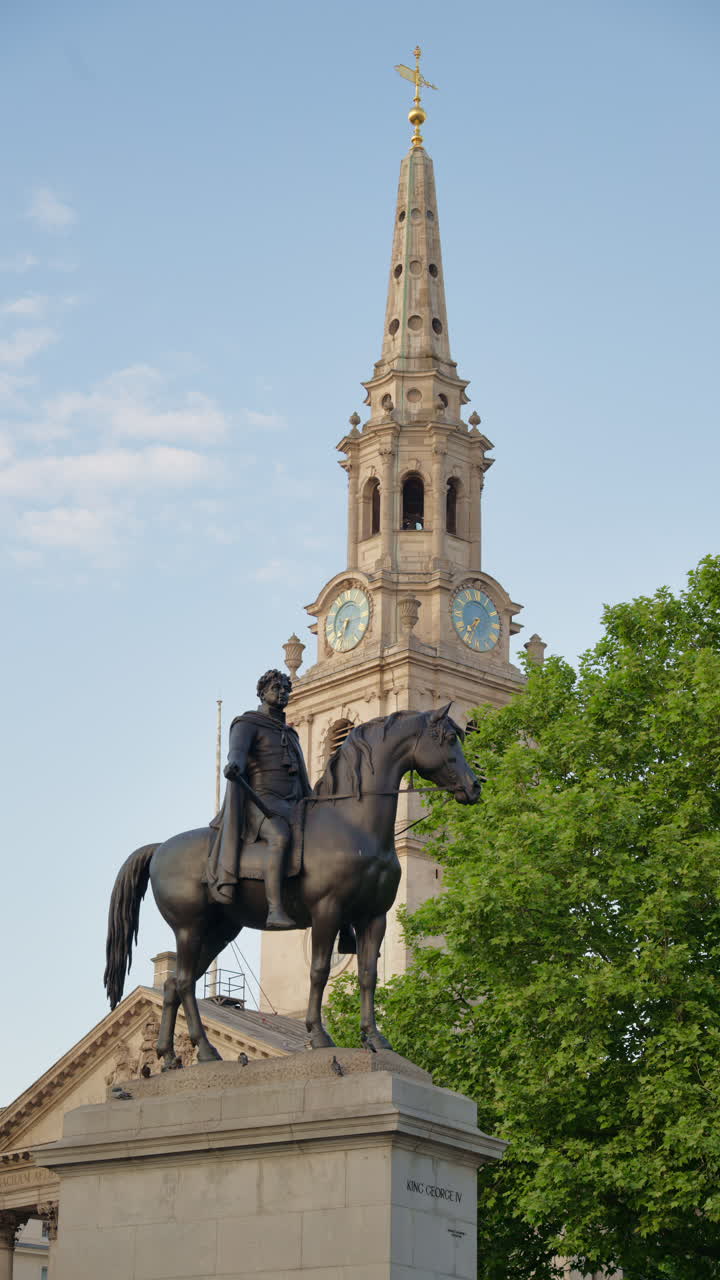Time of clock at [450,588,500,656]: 7:33
